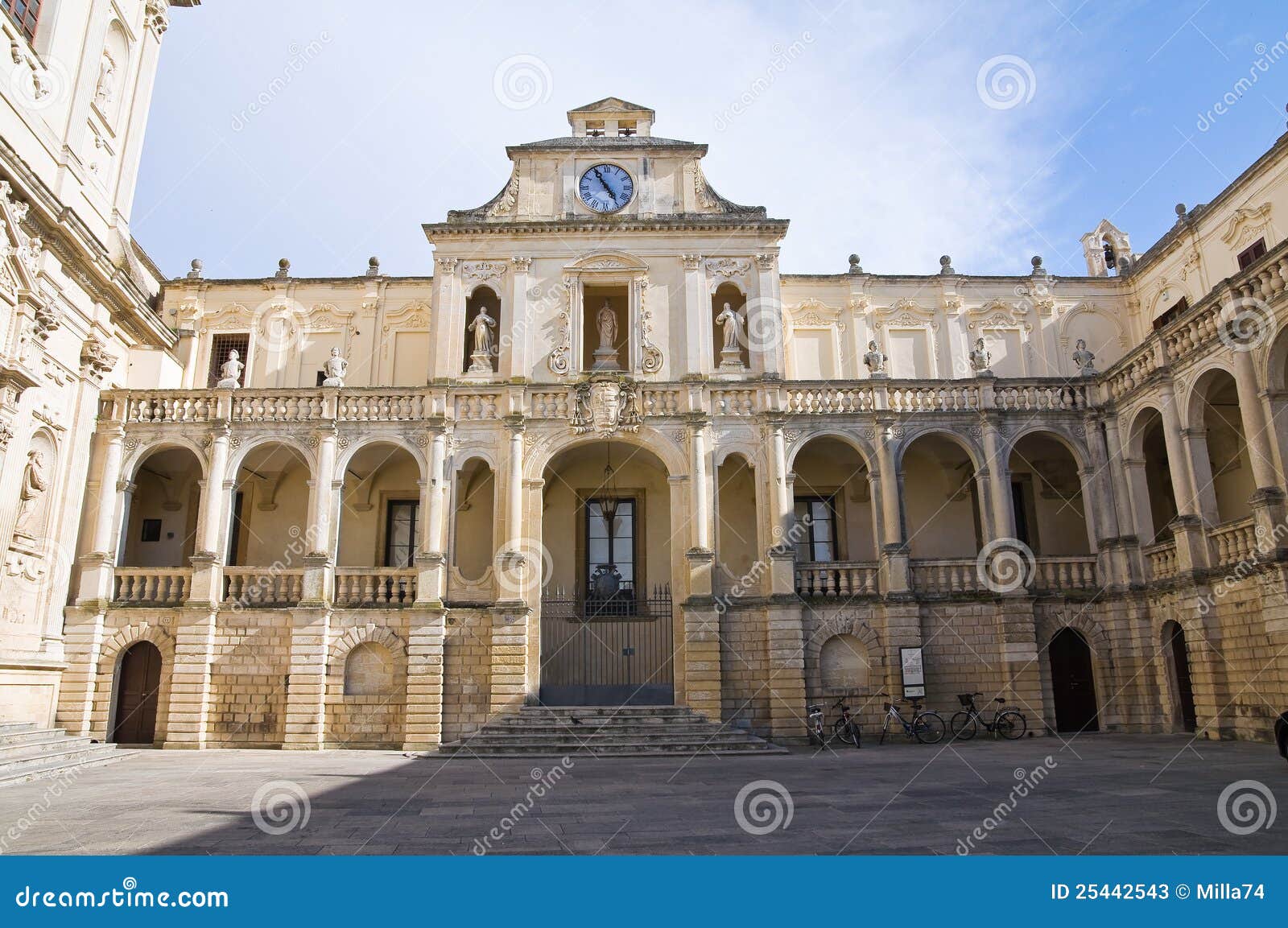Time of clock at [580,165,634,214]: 4:54
